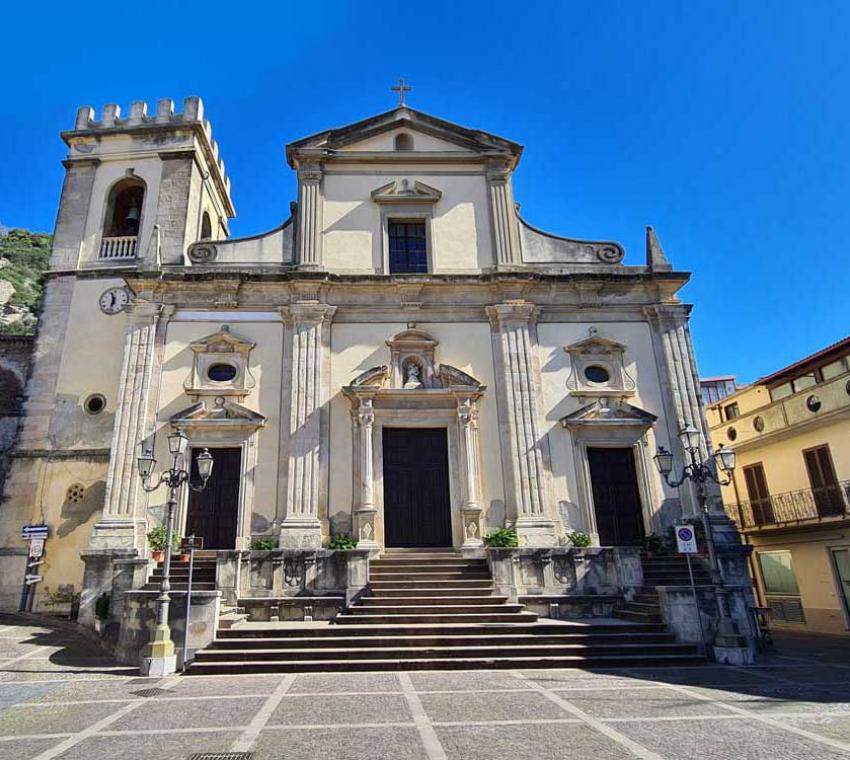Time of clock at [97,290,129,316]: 11:32
